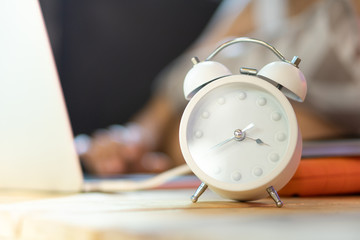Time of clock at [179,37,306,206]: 3:40
